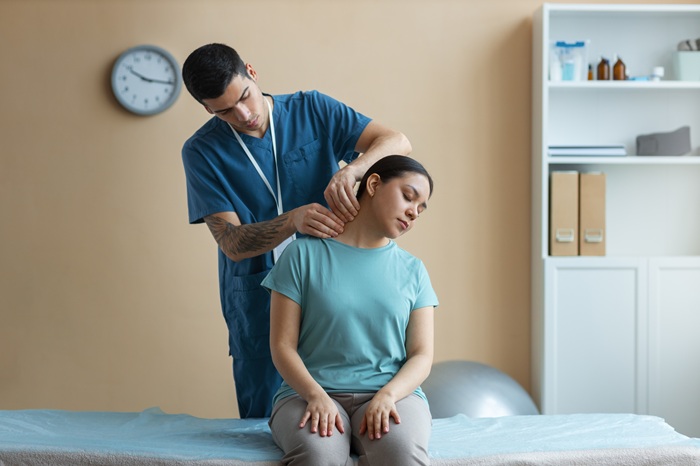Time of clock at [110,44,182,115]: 3:16
